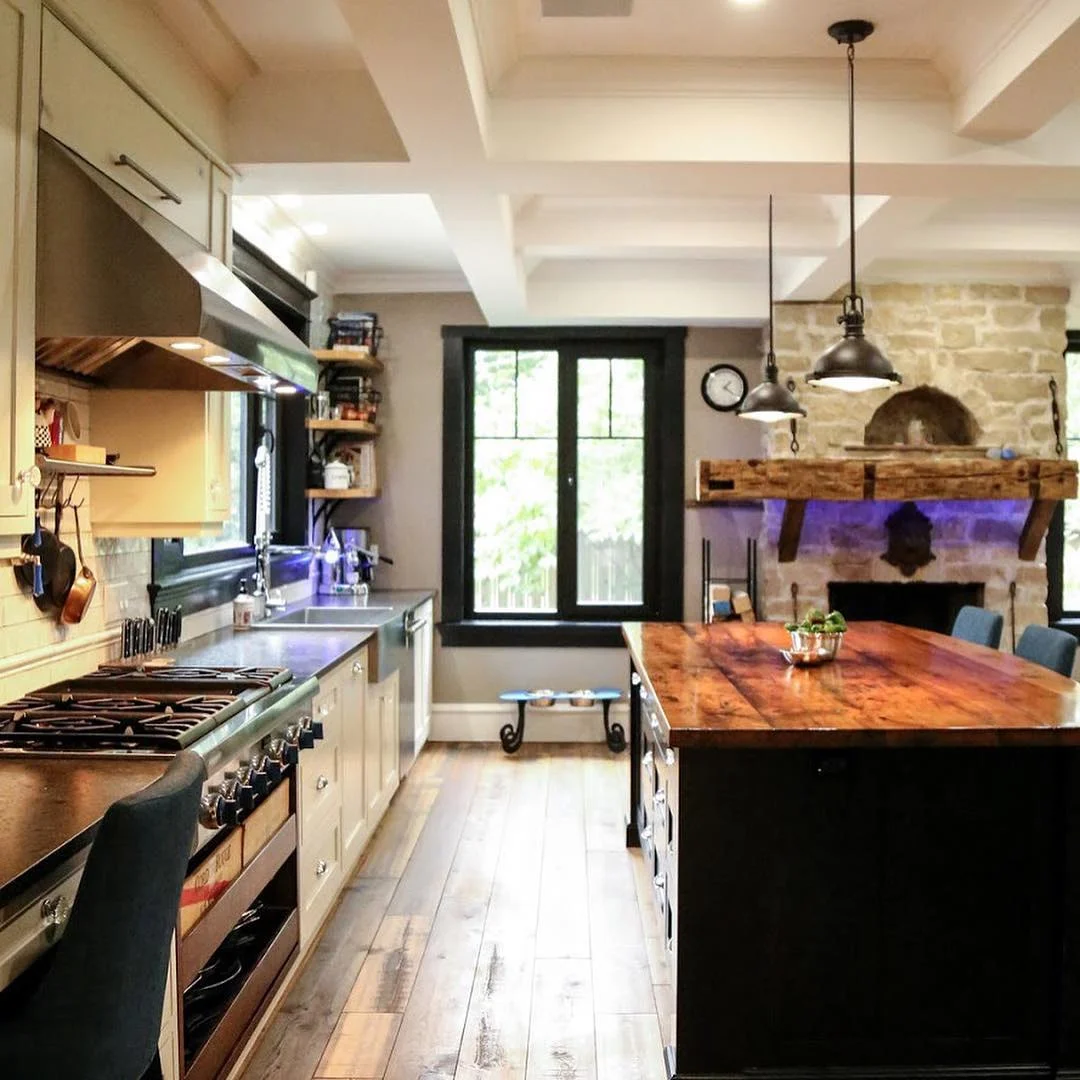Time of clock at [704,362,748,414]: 1:21
